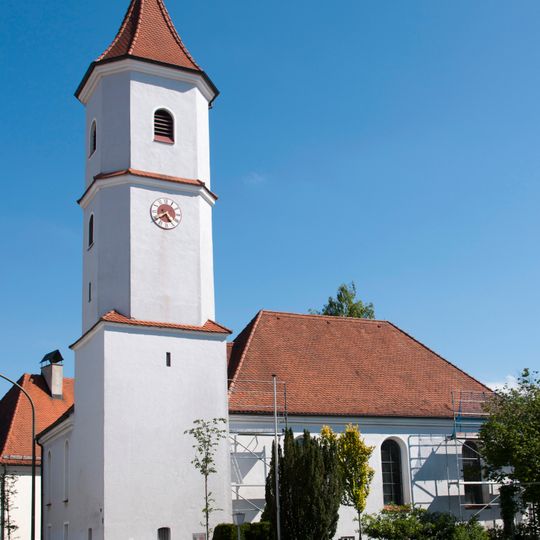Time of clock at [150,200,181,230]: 4:39
